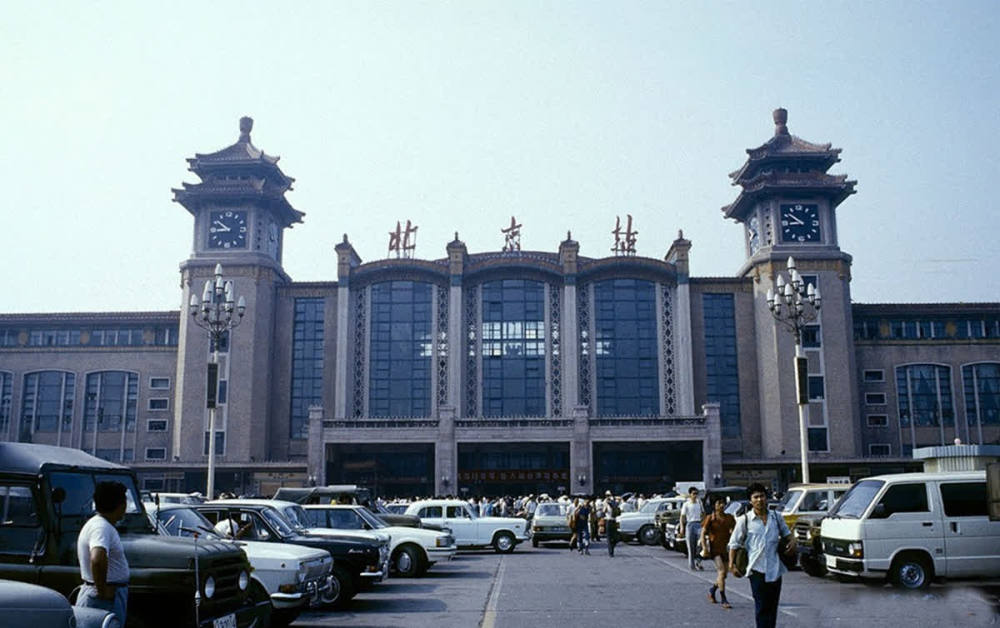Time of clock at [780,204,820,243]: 8:51
